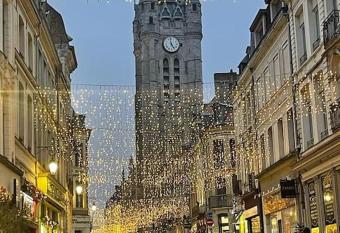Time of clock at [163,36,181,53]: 4:58
